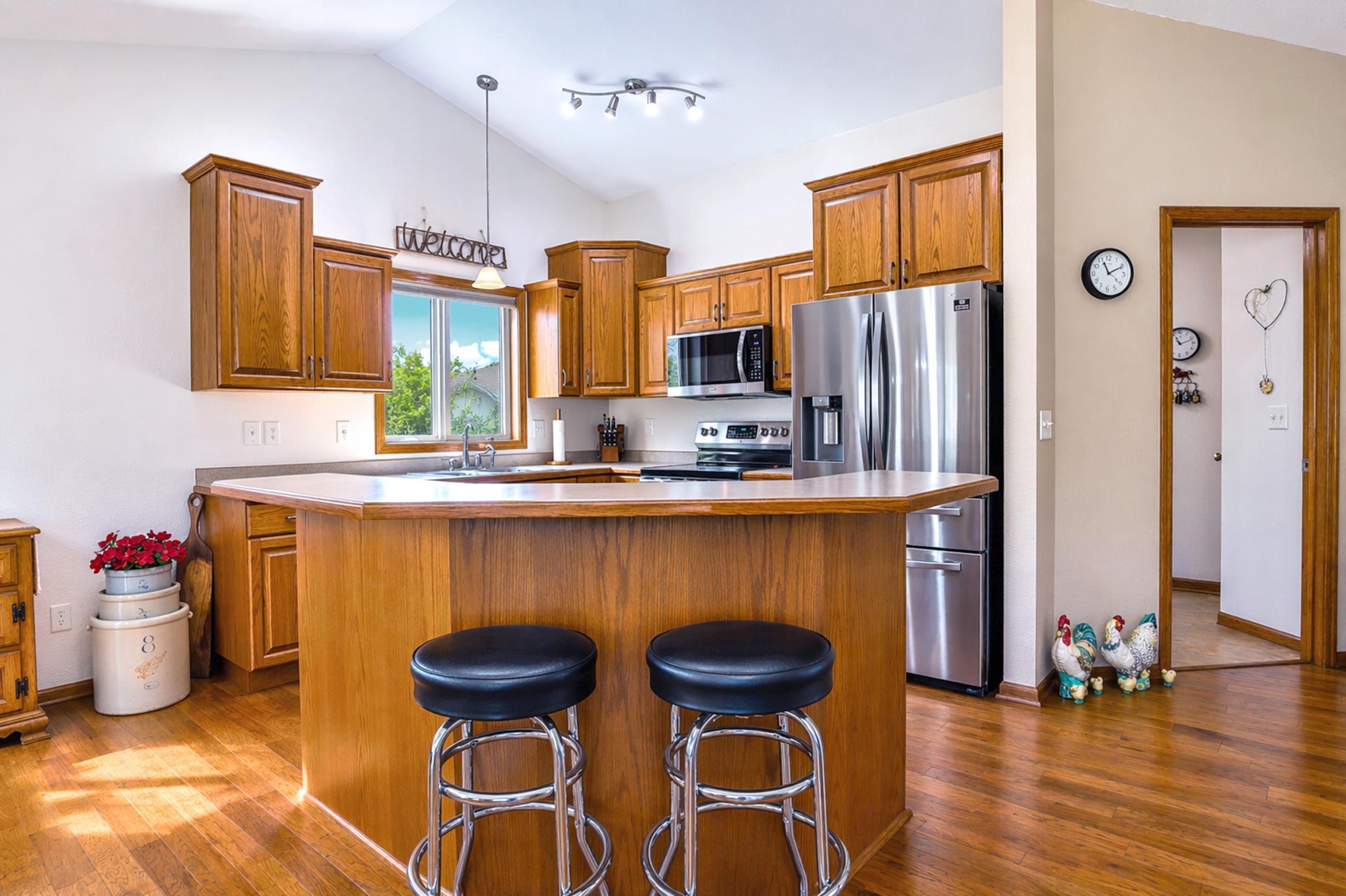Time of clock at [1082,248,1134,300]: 11:10
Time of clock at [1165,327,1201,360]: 10:11
